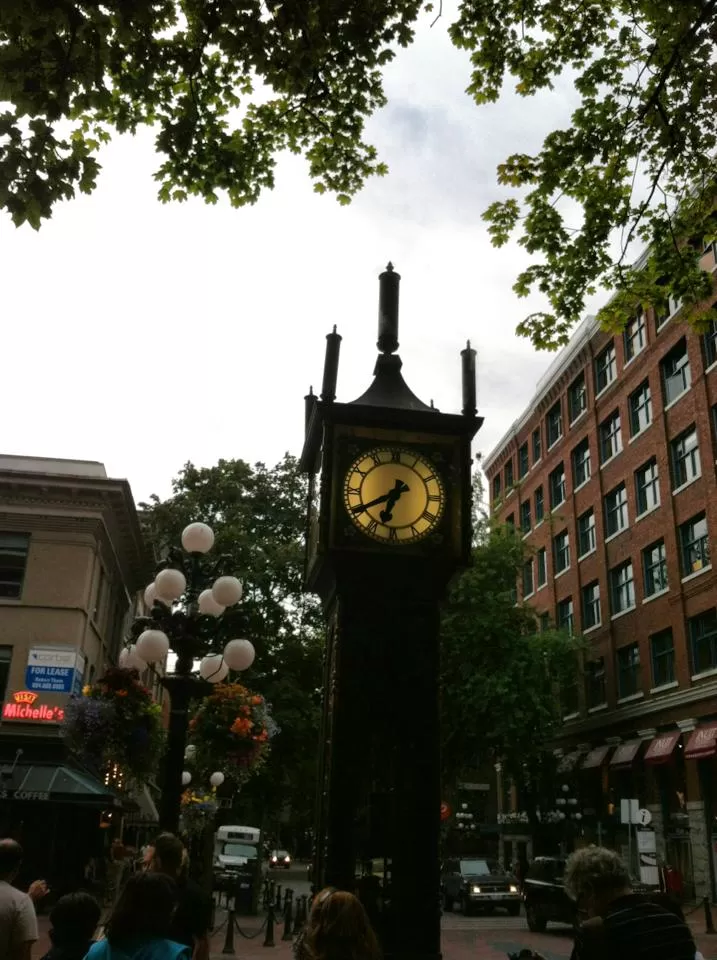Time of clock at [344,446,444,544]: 6:40
